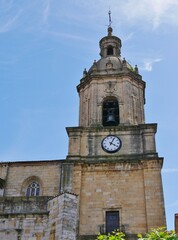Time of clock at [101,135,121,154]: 4:04
